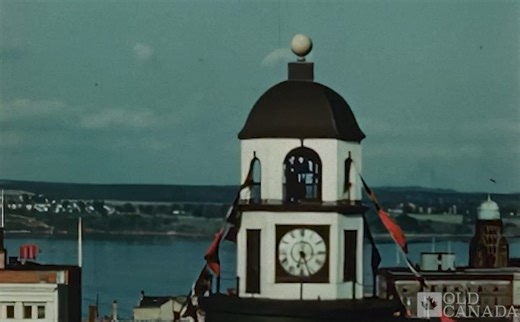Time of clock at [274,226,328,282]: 6:26
